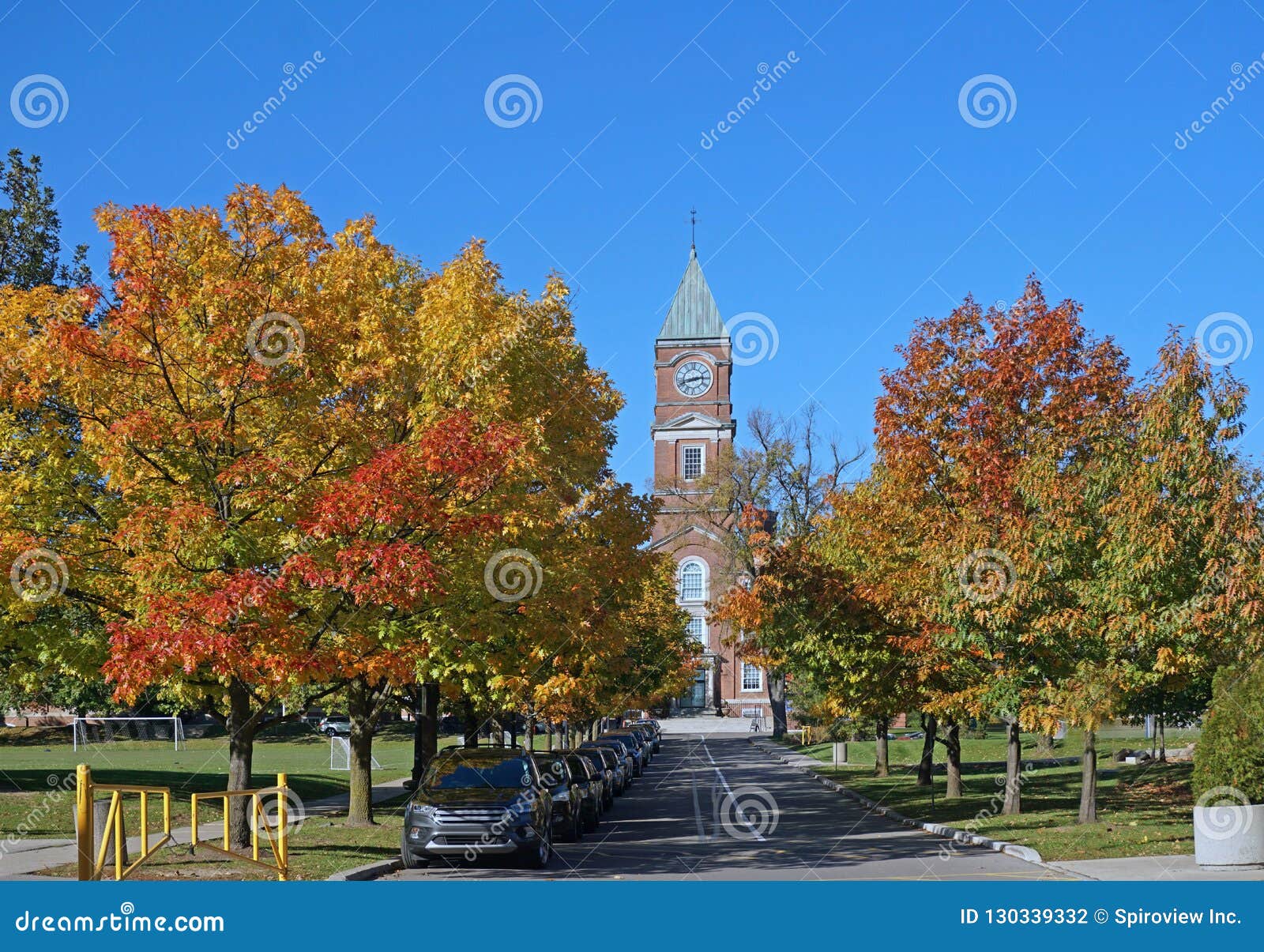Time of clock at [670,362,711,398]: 2:42
